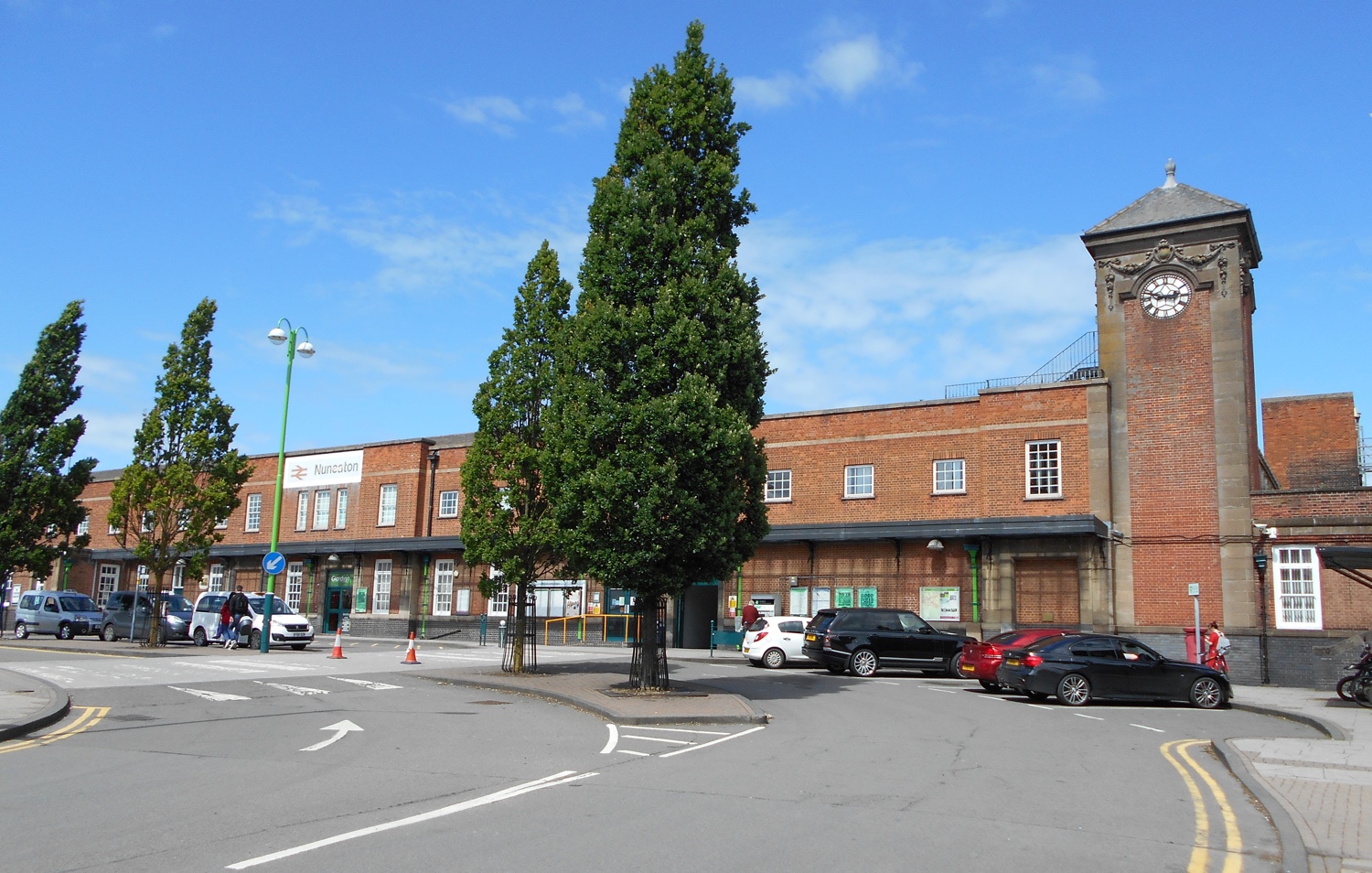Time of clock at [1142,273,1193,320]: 2:48
